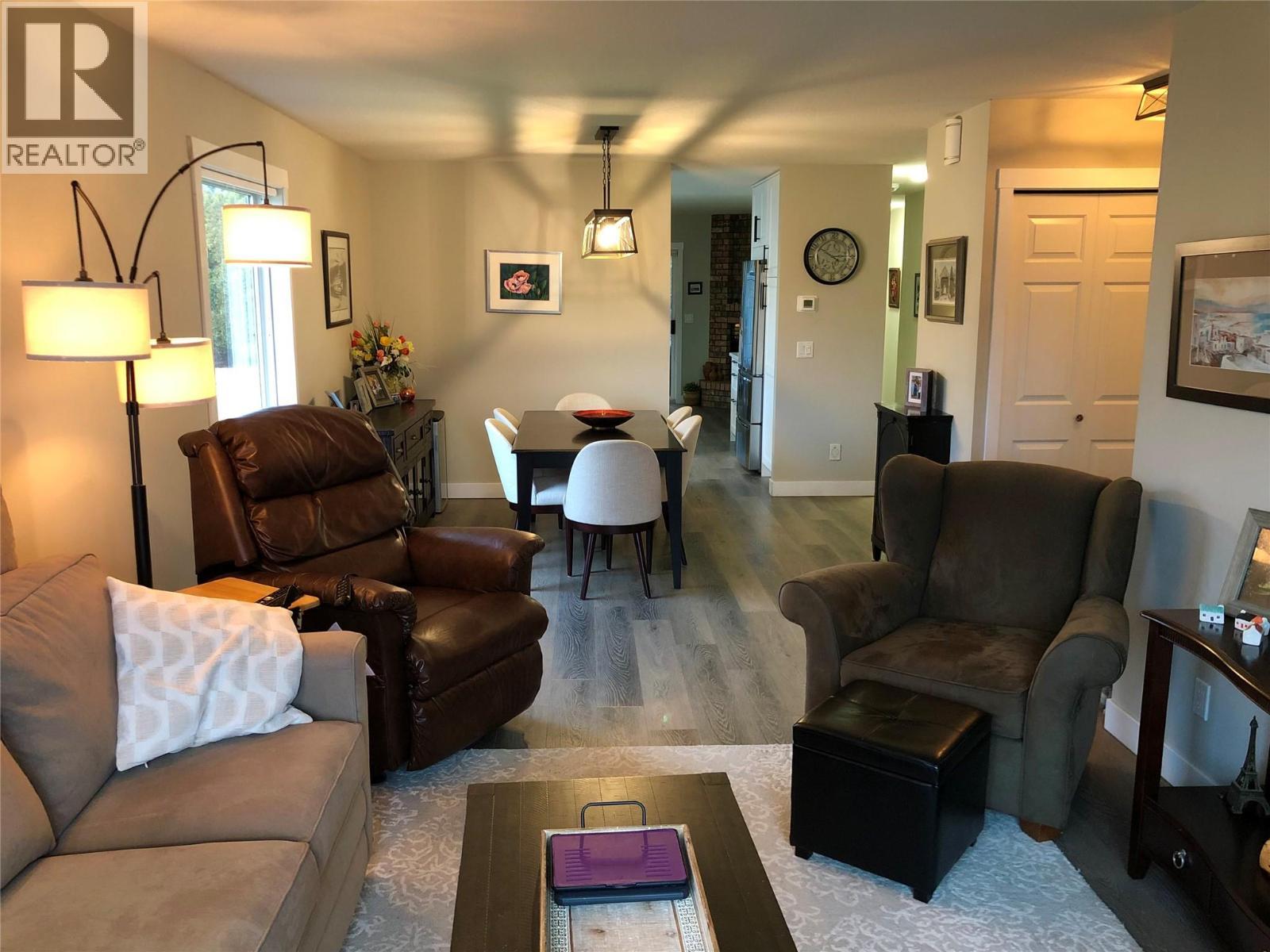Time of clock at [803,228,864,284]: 2:50
